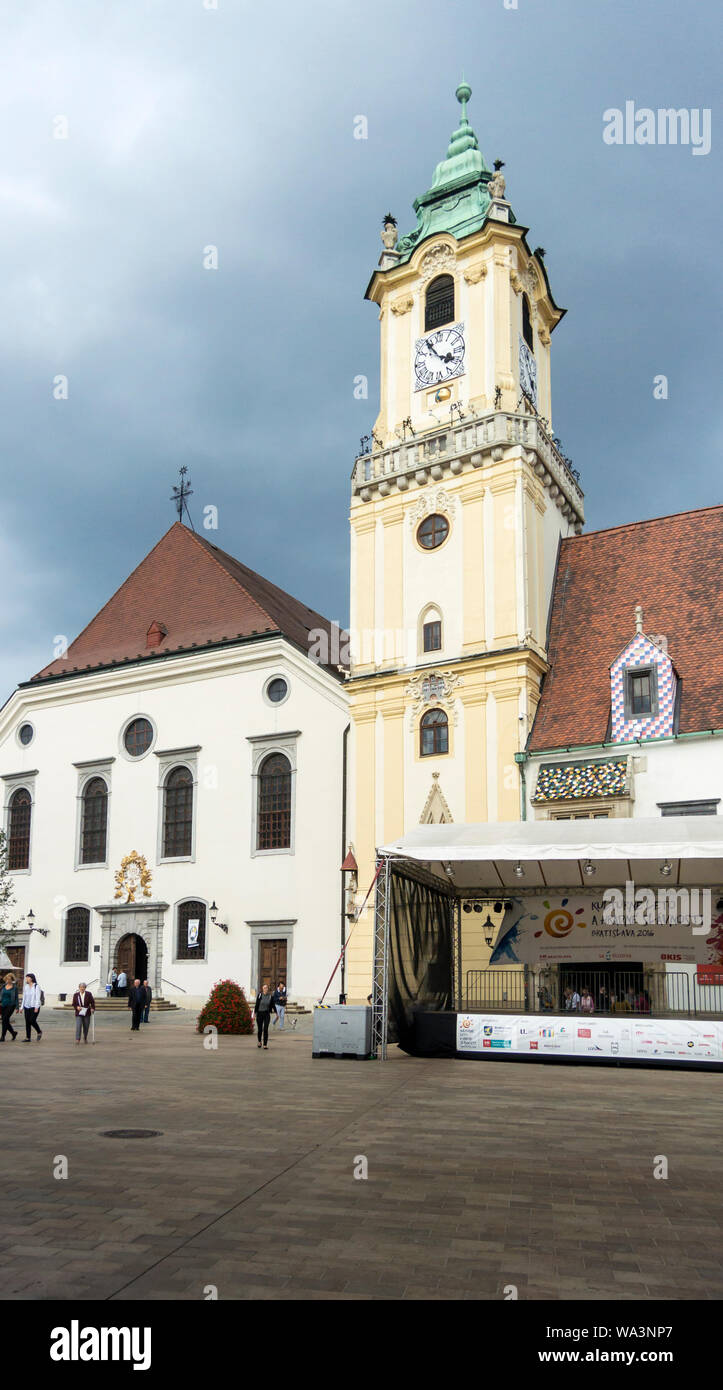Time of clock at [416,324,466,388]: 3:54
